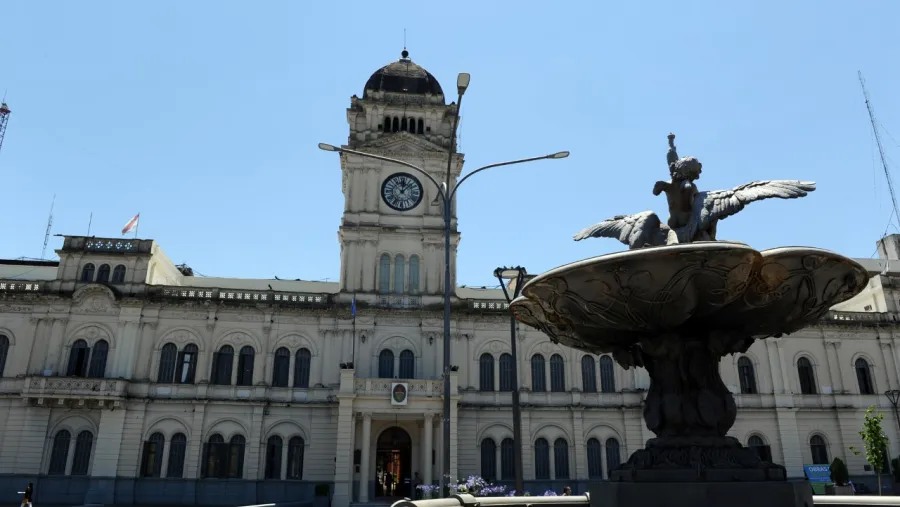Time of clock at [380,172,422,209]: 12:07
